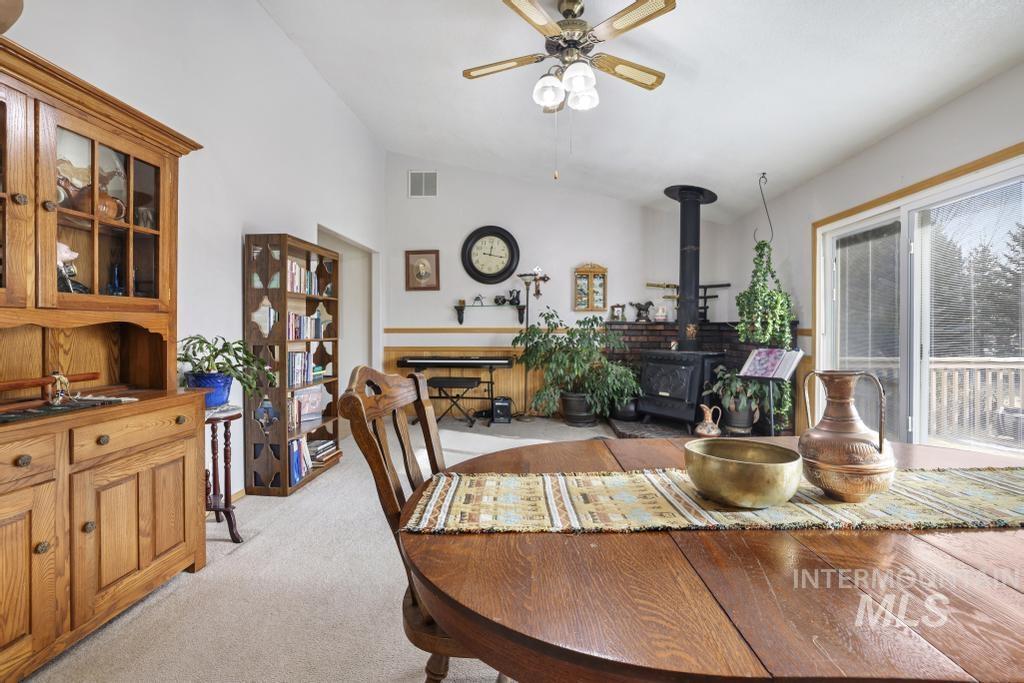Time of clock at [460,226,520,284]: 12:16
